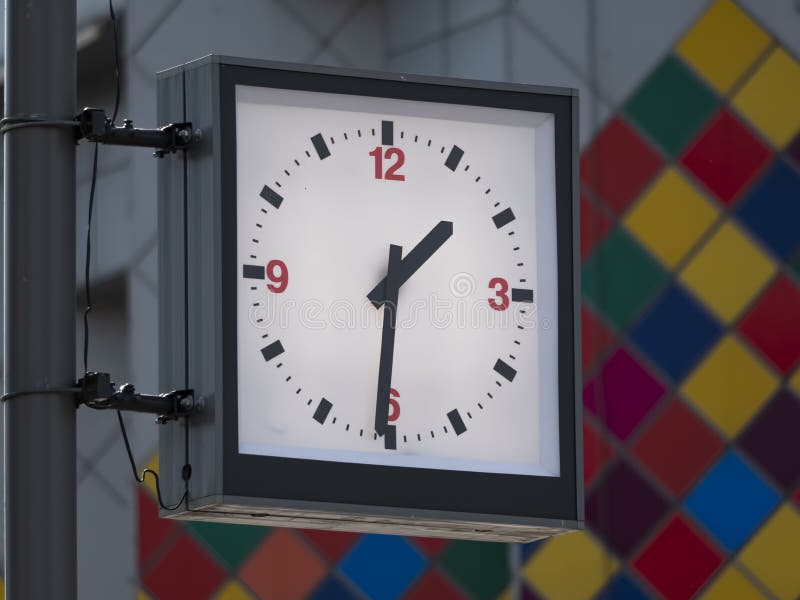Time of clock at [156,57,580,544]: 1:30
